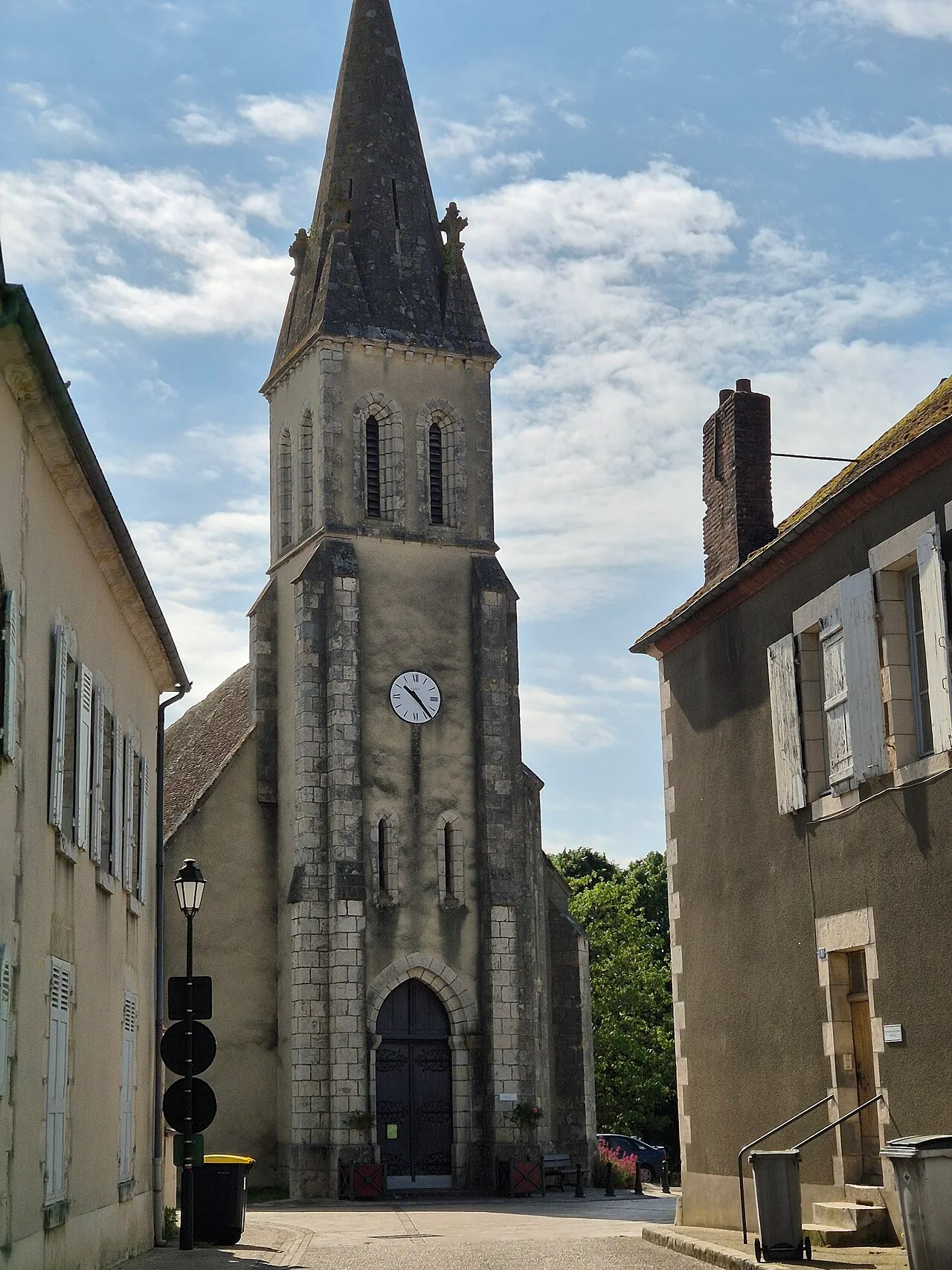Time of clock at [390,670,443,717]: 10:23
